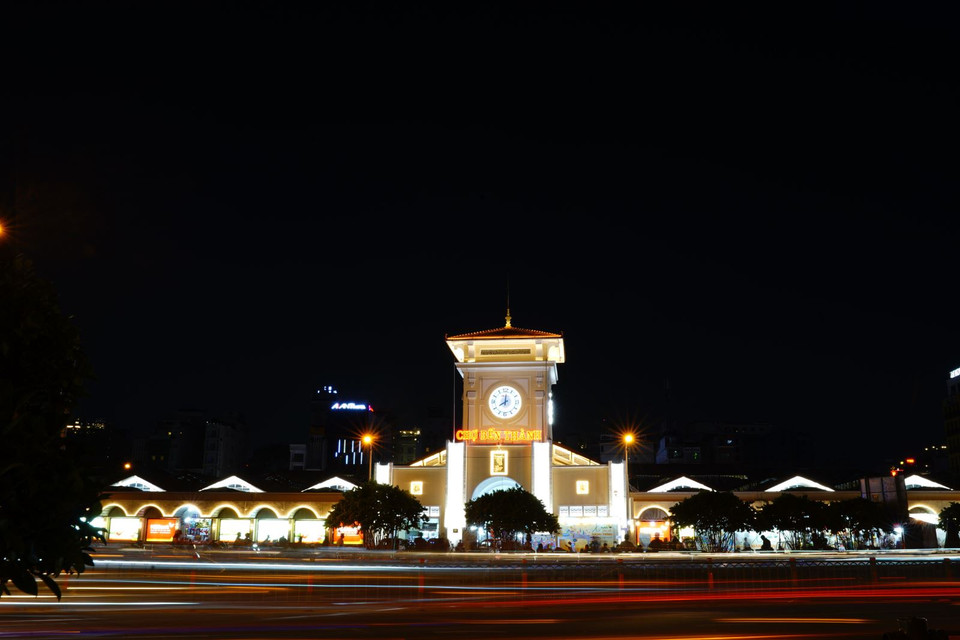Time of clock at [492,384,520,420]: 8:01
